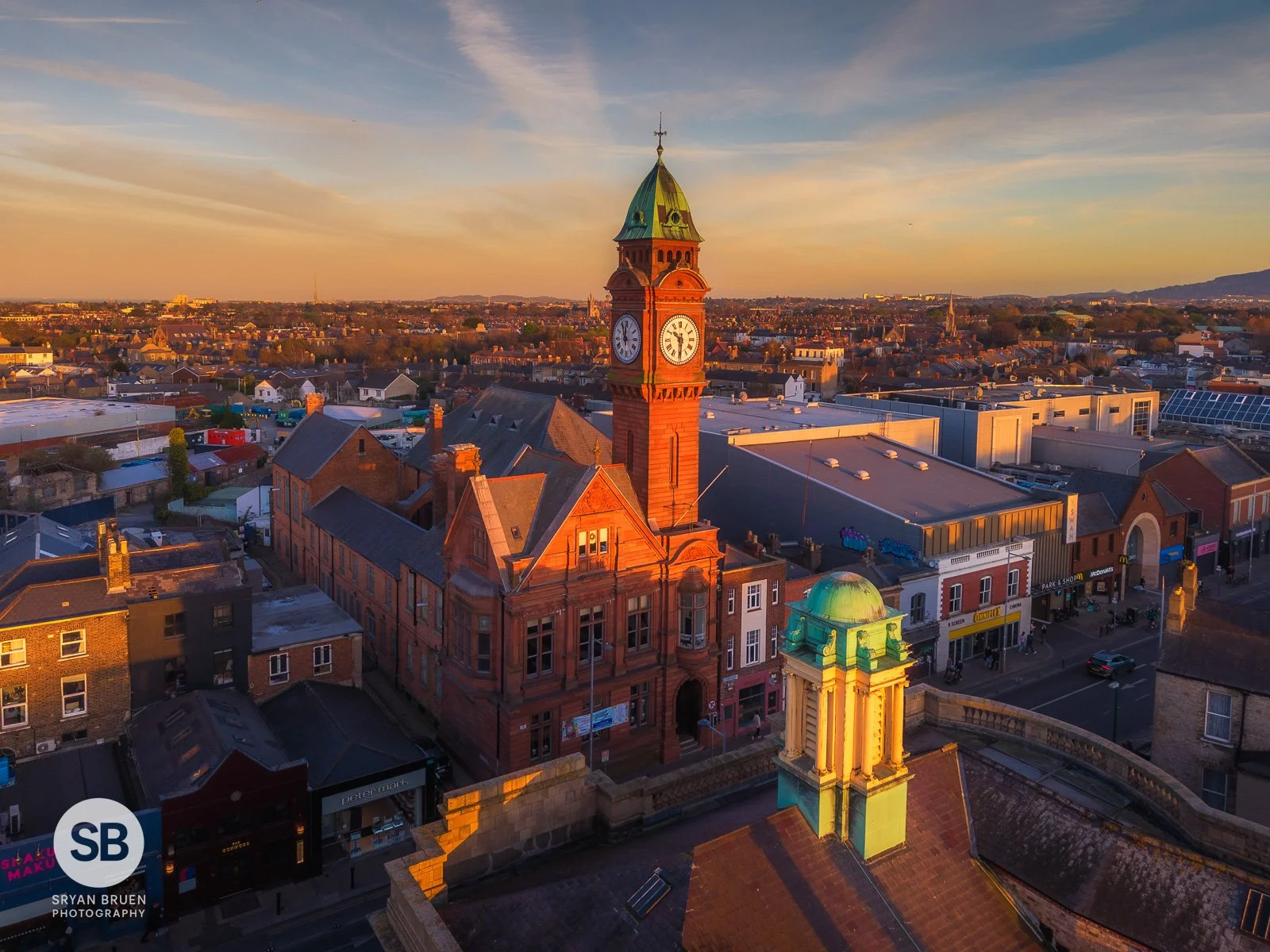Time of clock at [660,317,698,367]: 10:30
